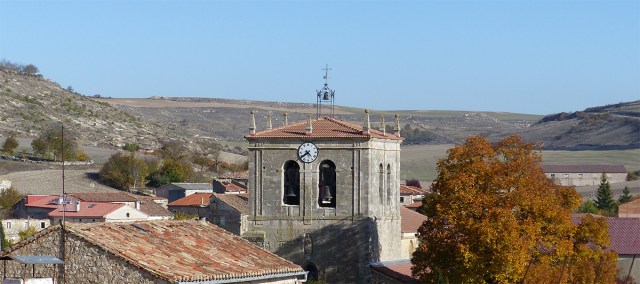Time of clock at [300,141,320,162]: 4:39
